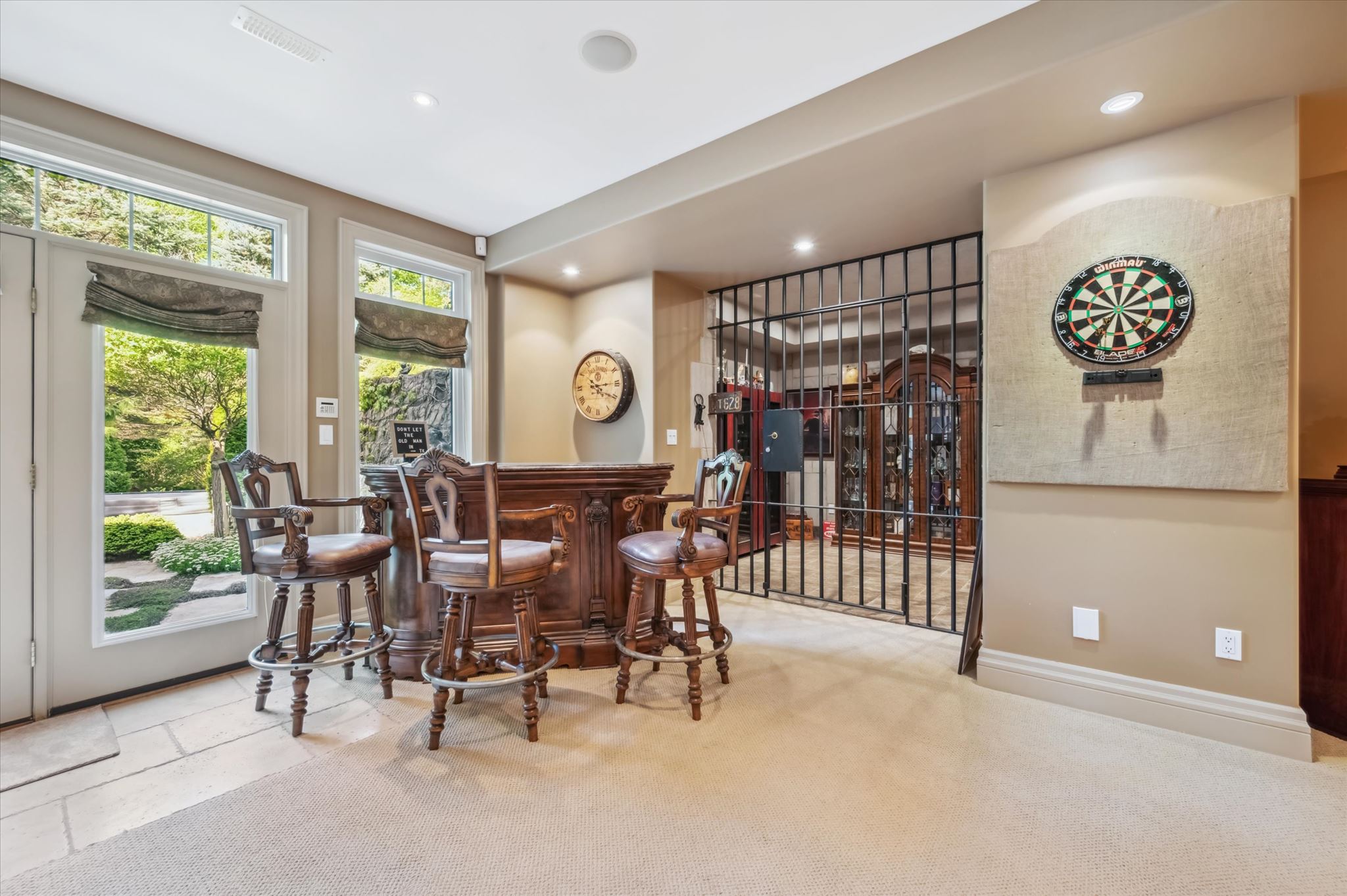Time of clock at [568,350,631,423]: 4:14
